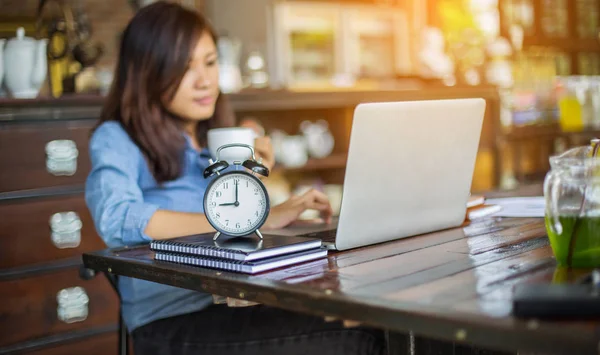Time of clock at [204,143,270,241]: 9:00
